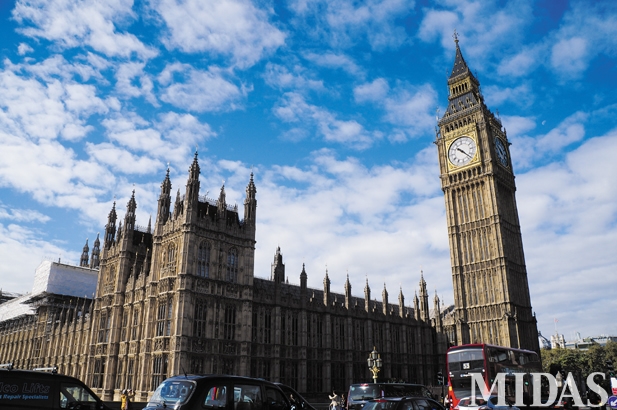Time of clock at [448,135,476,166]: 10:22
